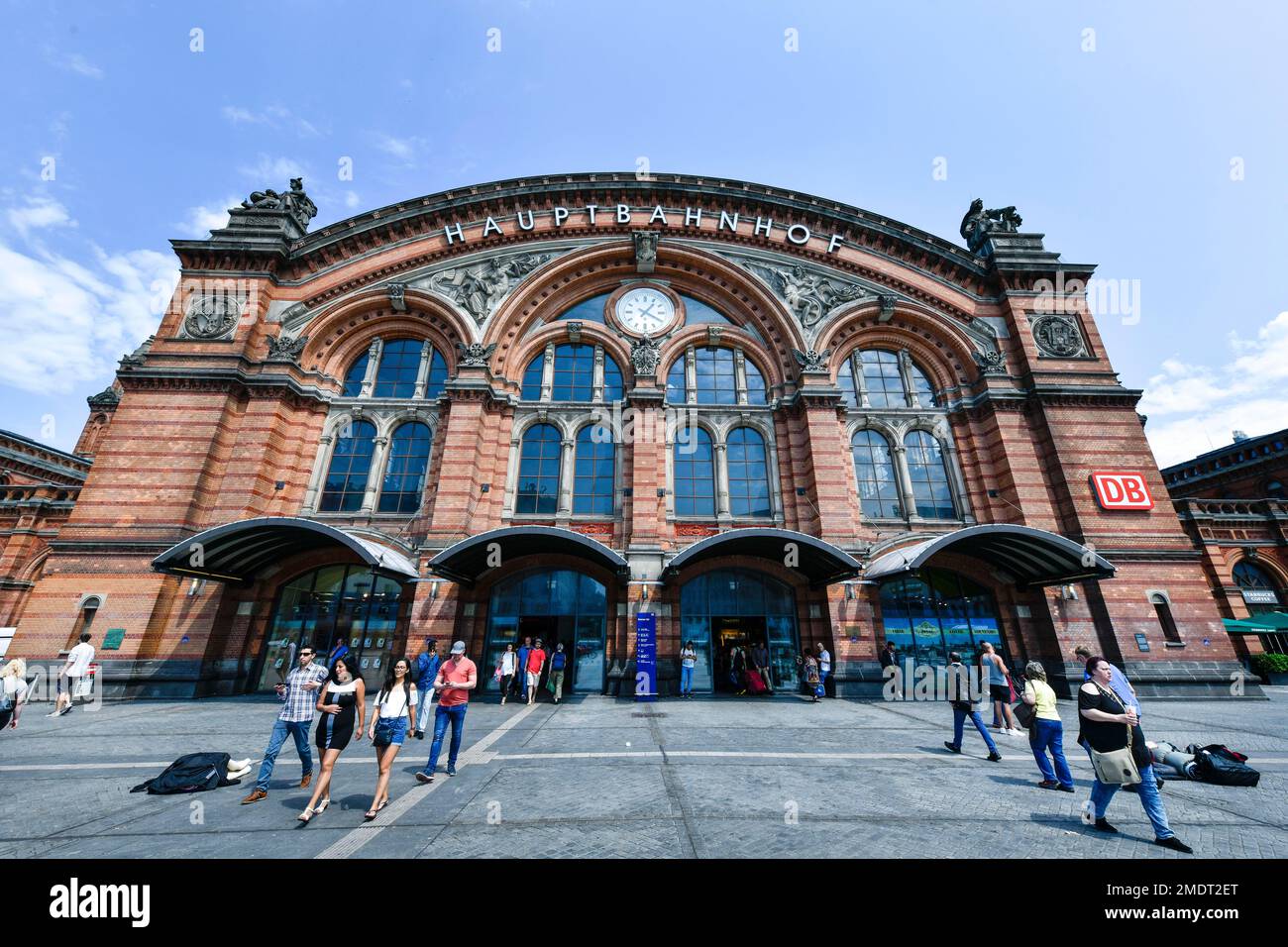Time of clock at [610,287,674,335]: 1:20
